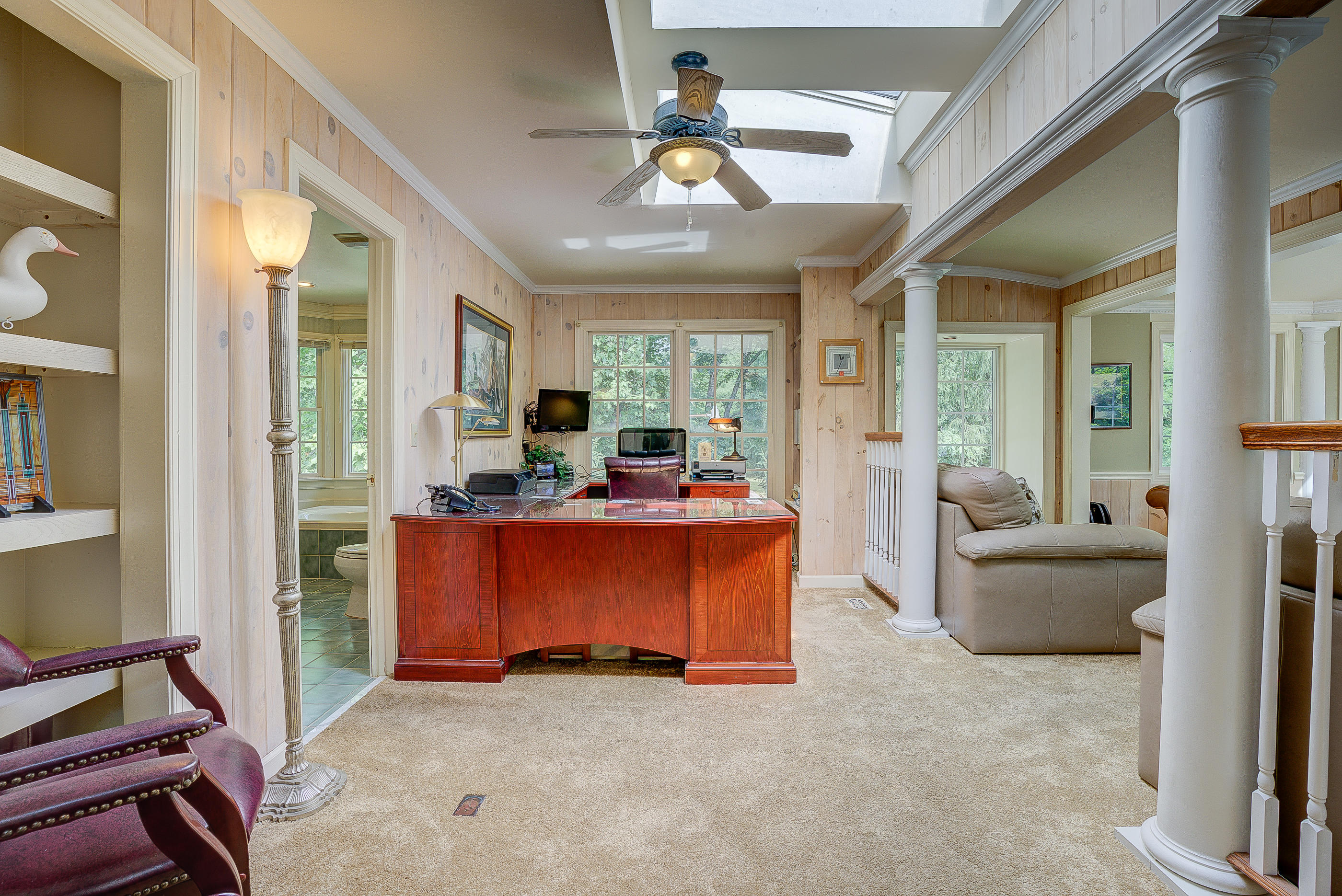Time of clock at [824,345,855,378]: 11:34
